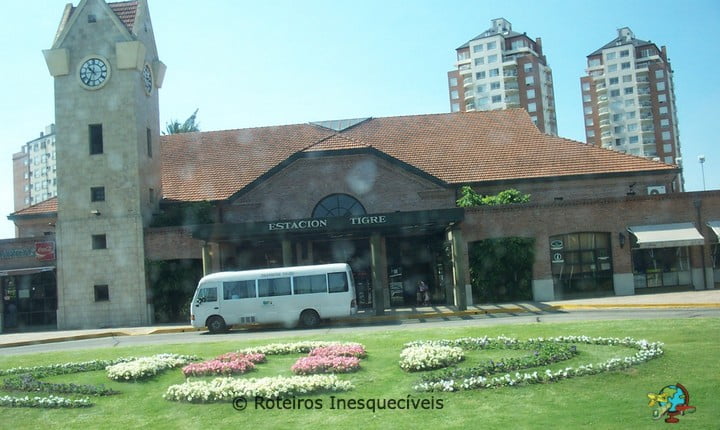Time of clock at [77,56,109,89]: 10:34
